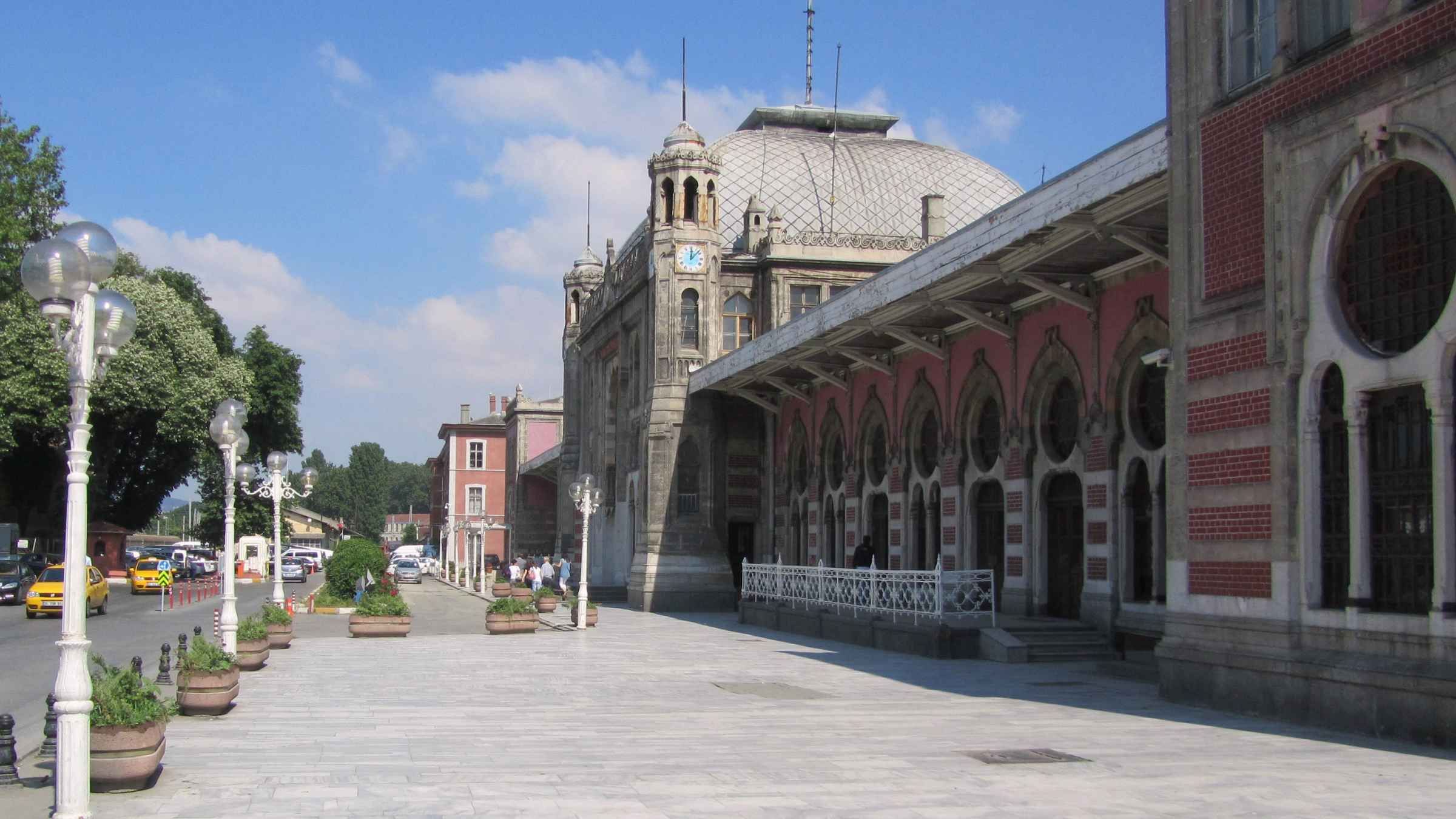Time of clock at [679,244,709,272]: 12:07
